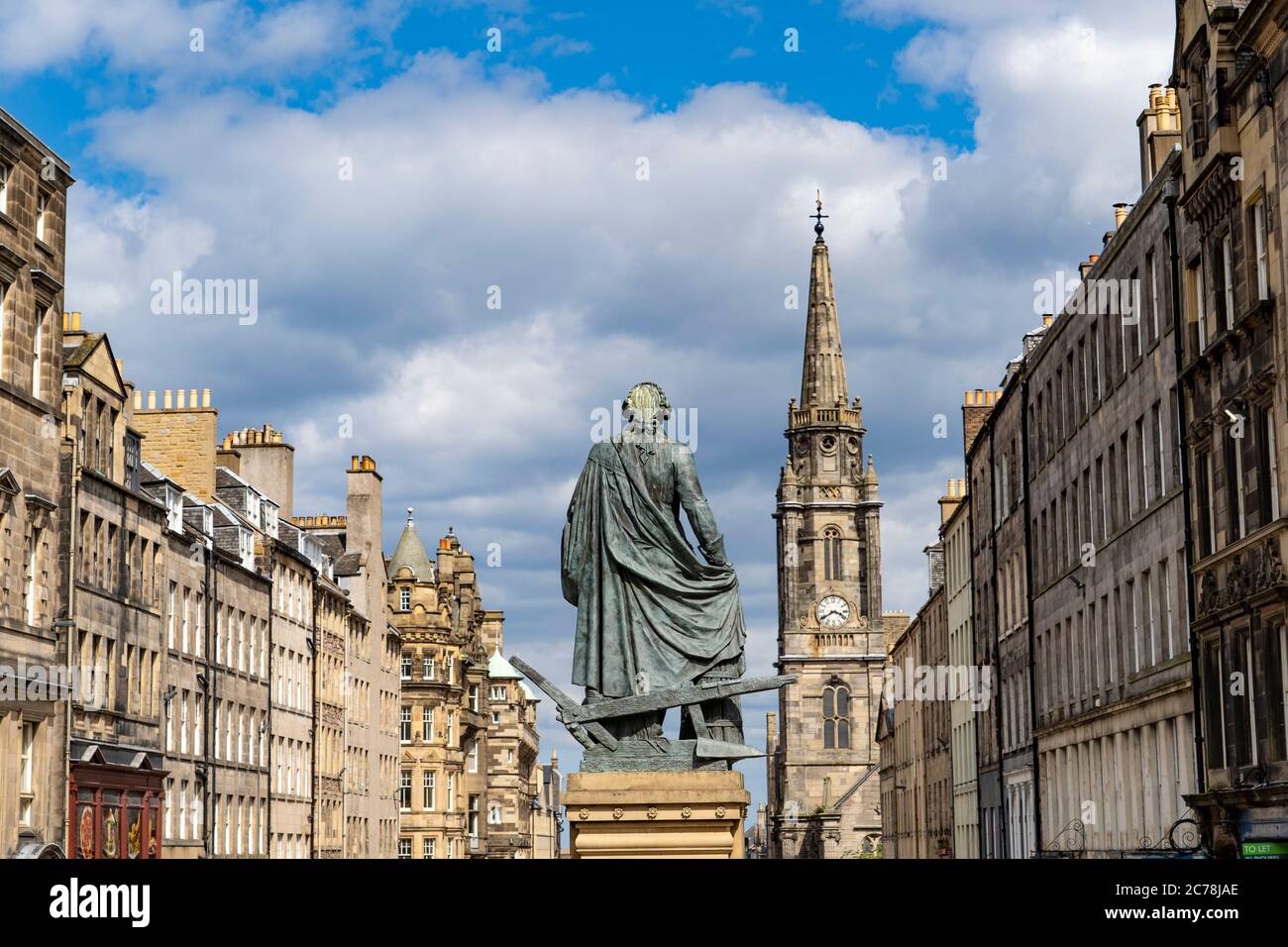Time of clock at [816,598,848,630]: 3:40
